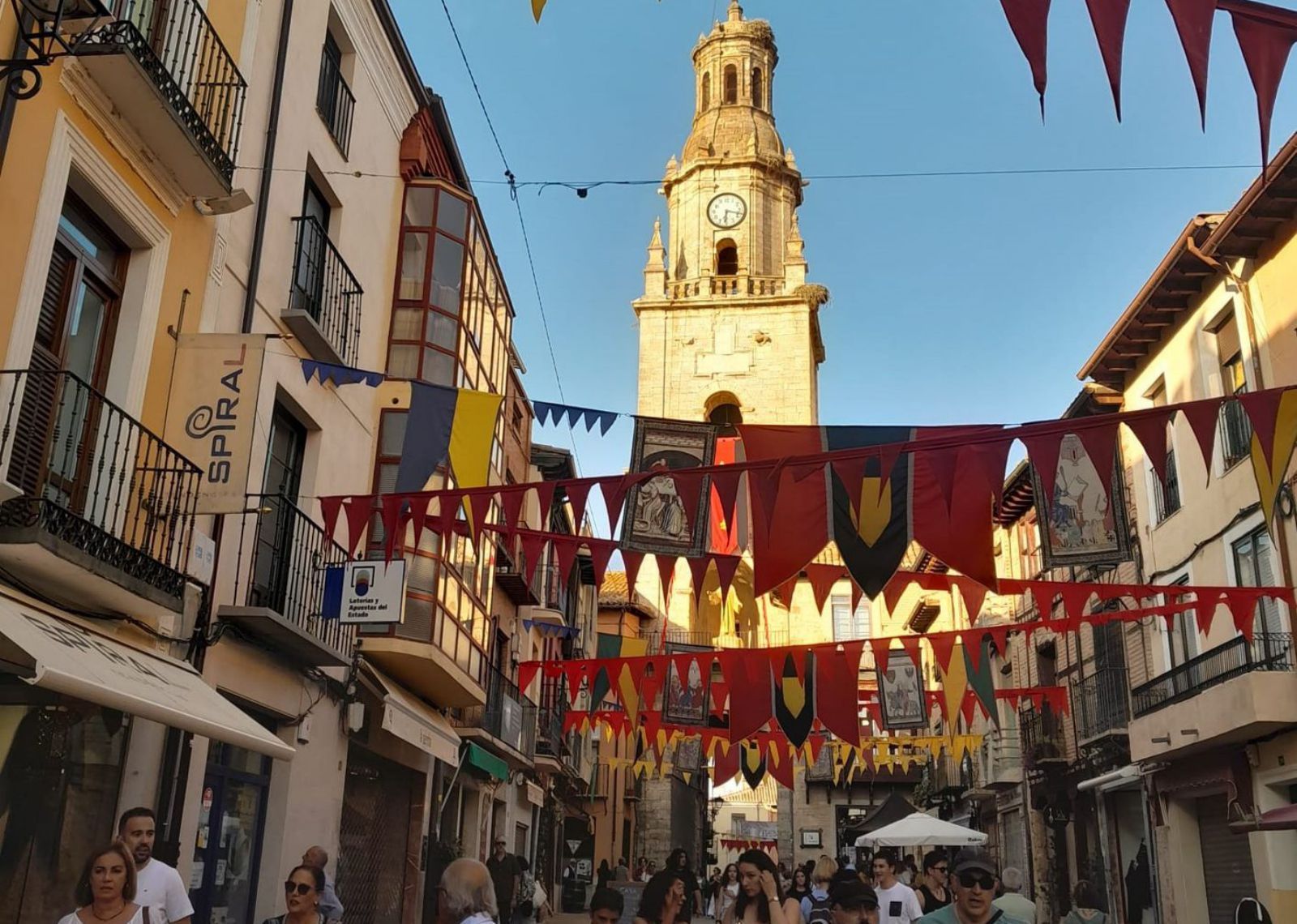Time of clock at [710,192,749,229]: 6:17
